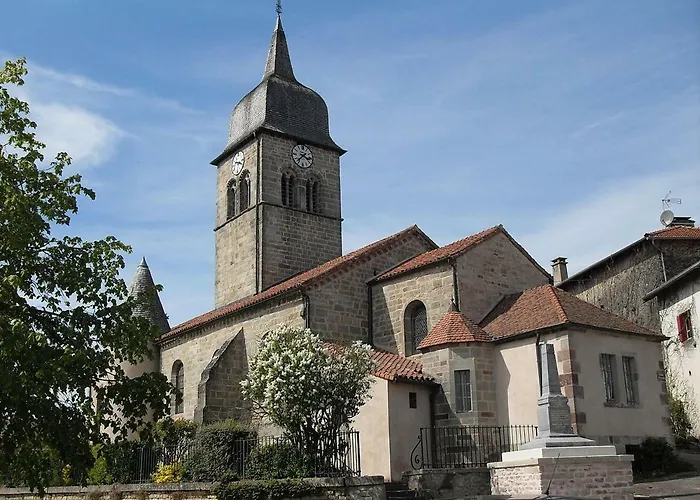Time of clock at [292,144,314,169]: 3:37
